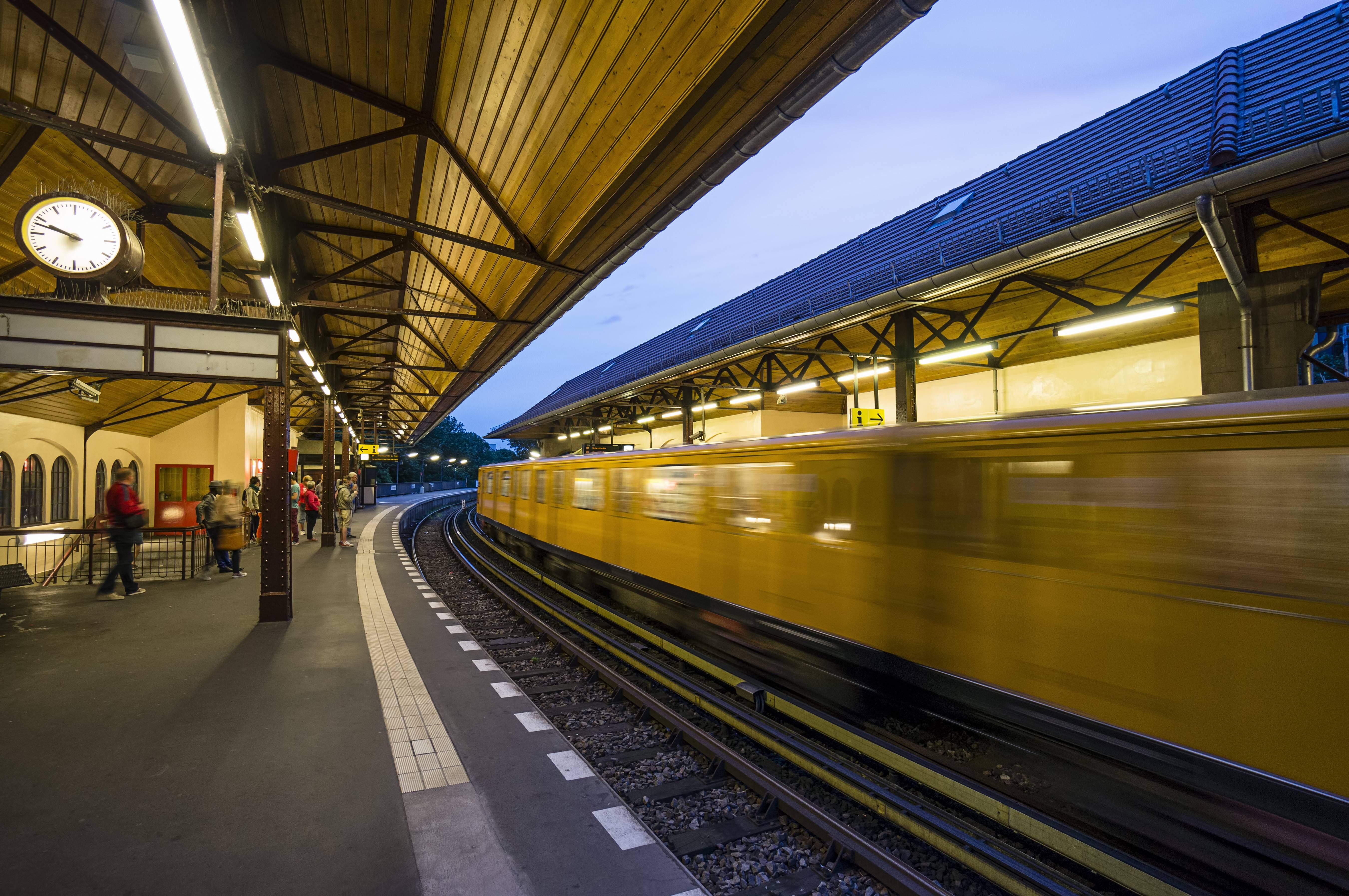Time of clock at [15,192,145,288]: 9:48
